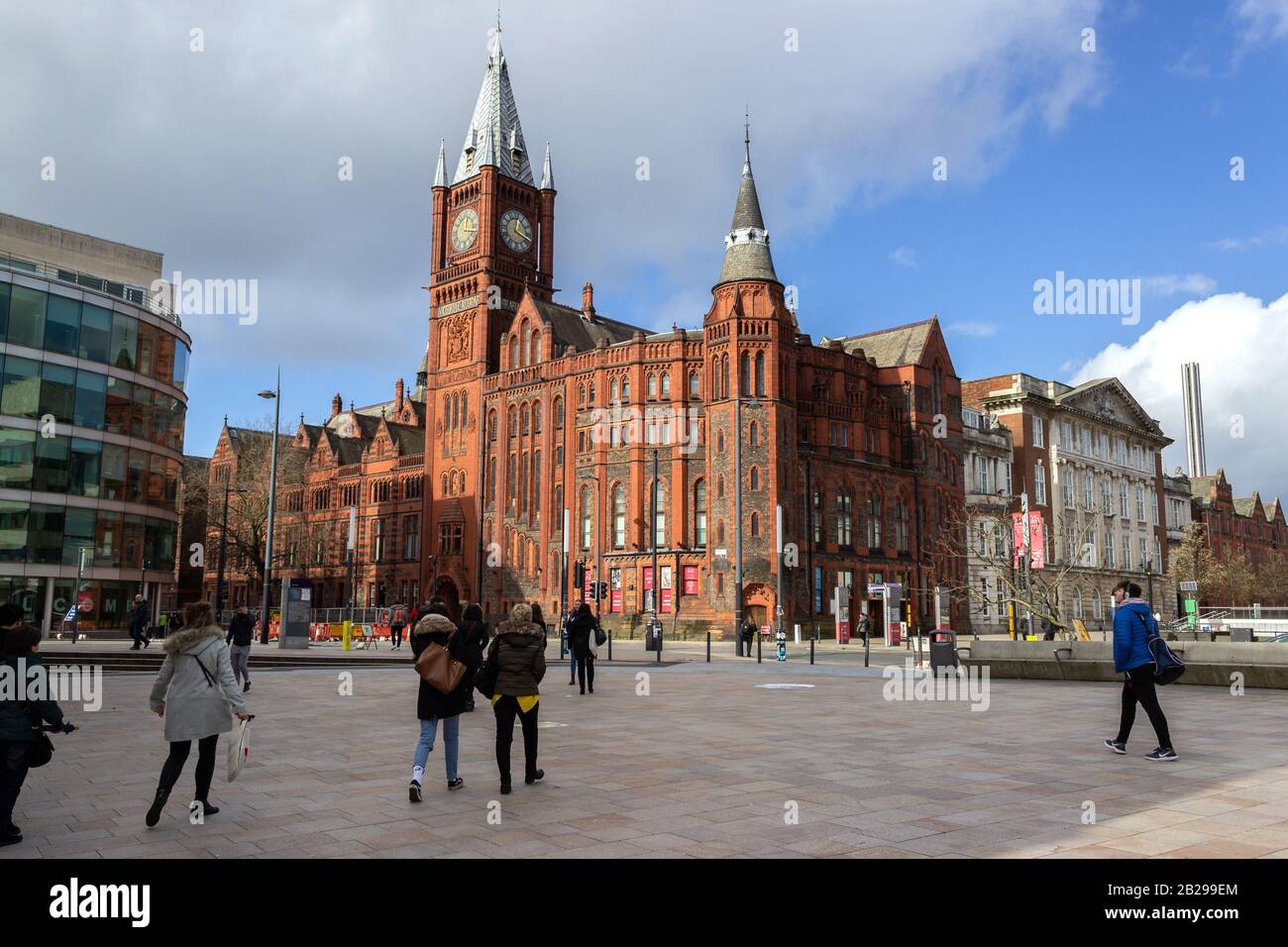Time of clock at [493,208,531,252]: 12:18
